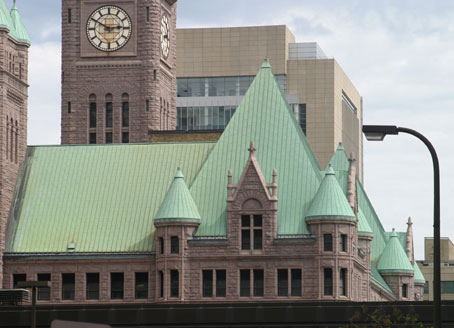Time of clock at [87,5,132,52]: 2:50
